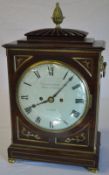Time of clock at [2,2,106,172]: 8:07
